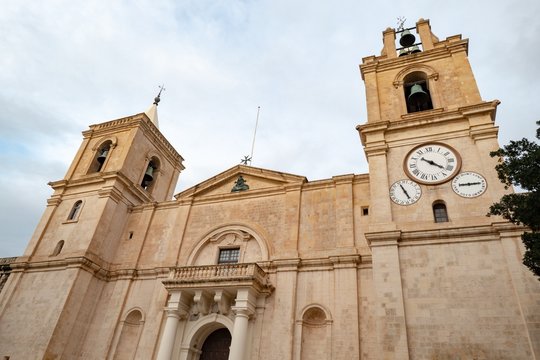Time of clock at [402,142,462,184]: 10:21
